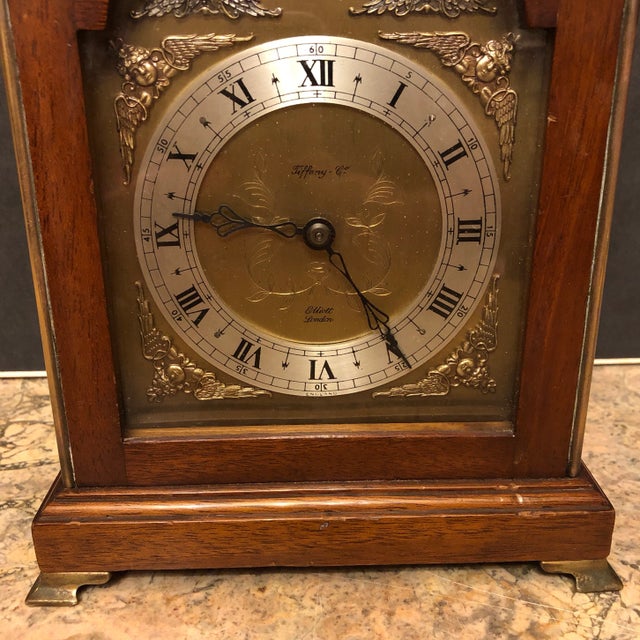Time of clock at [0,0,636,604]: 9:24
